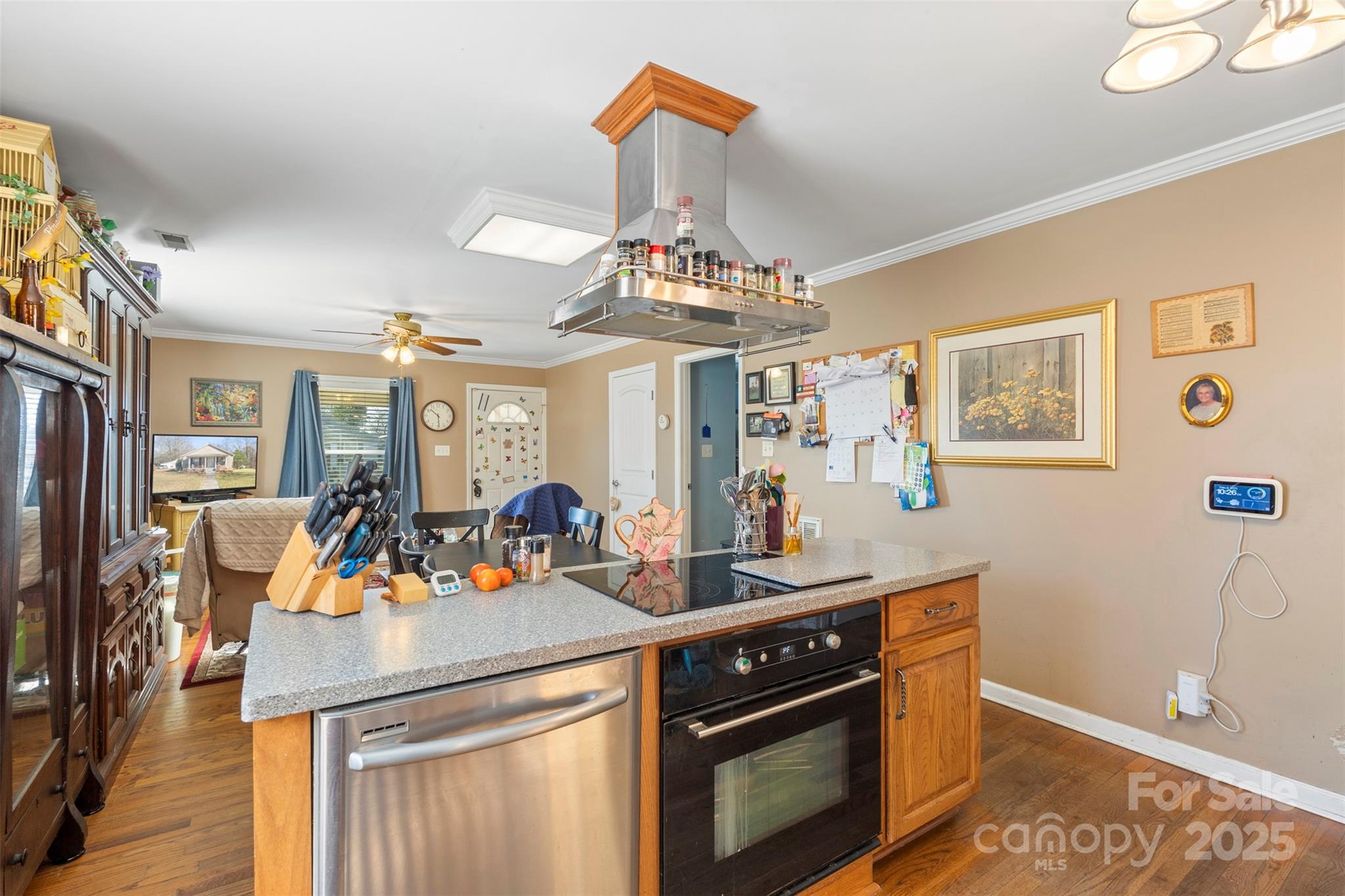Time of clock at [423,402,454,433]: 10:29
